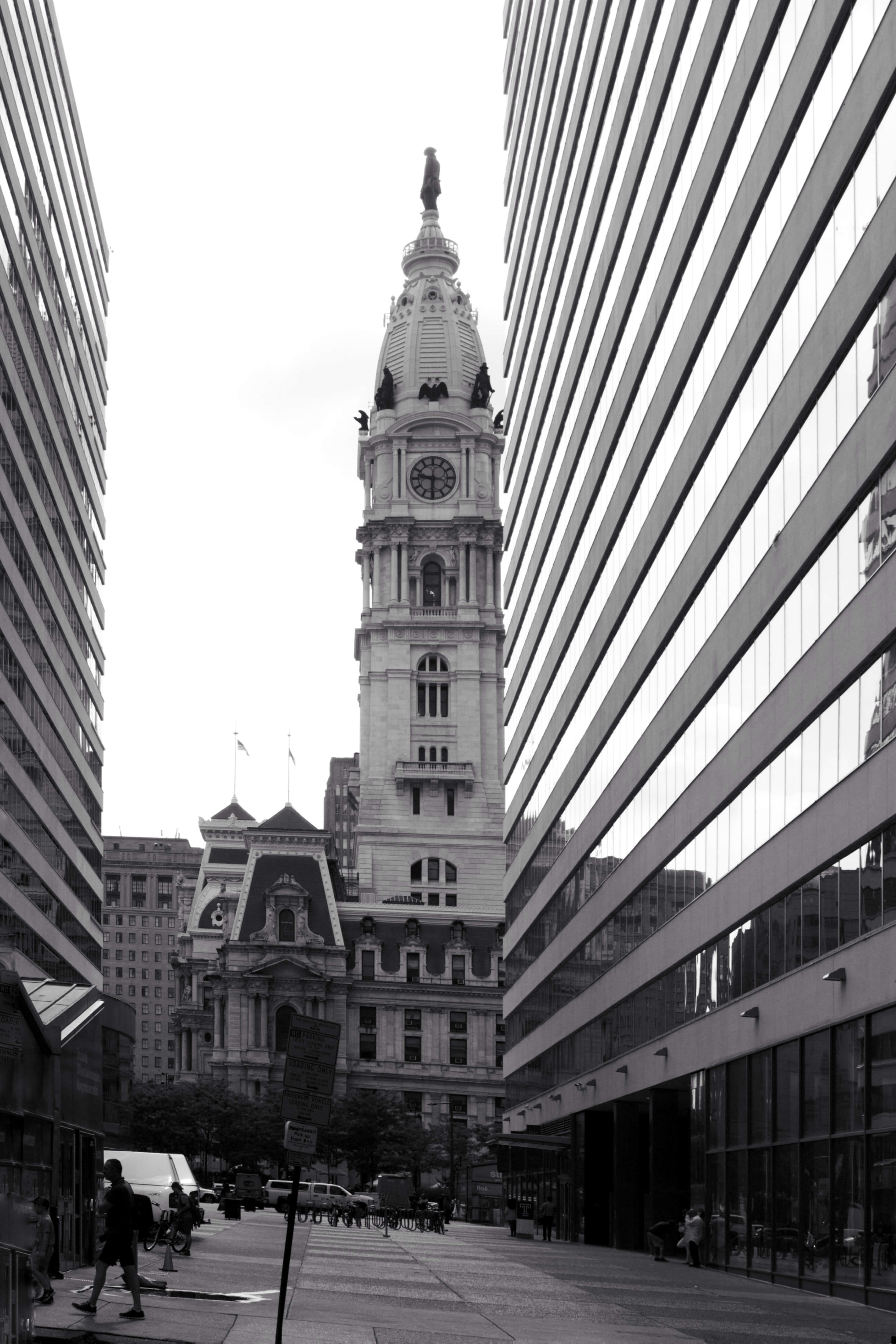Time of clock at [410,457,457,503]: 9:30
